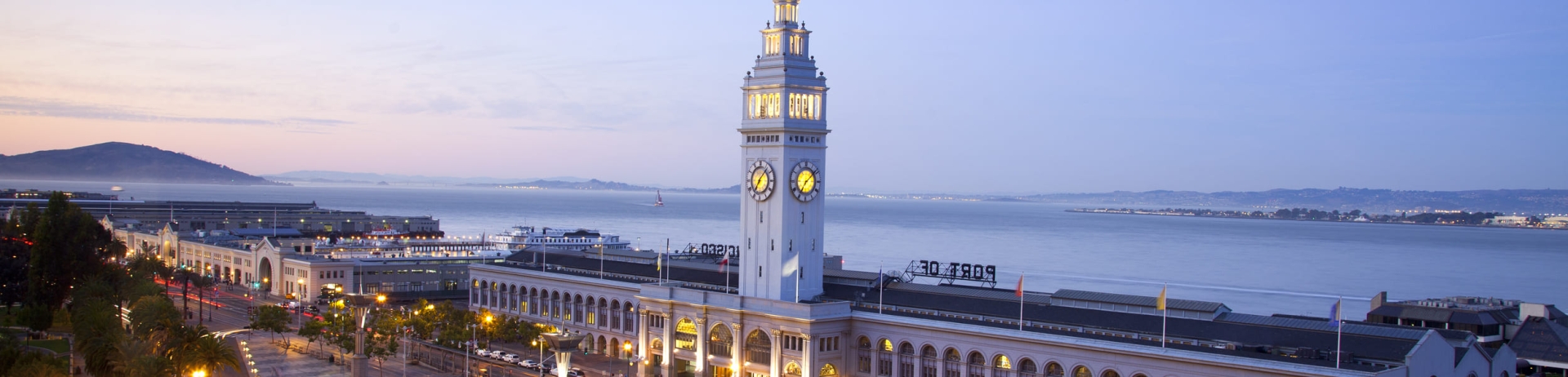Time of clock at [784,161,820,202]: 7:08
